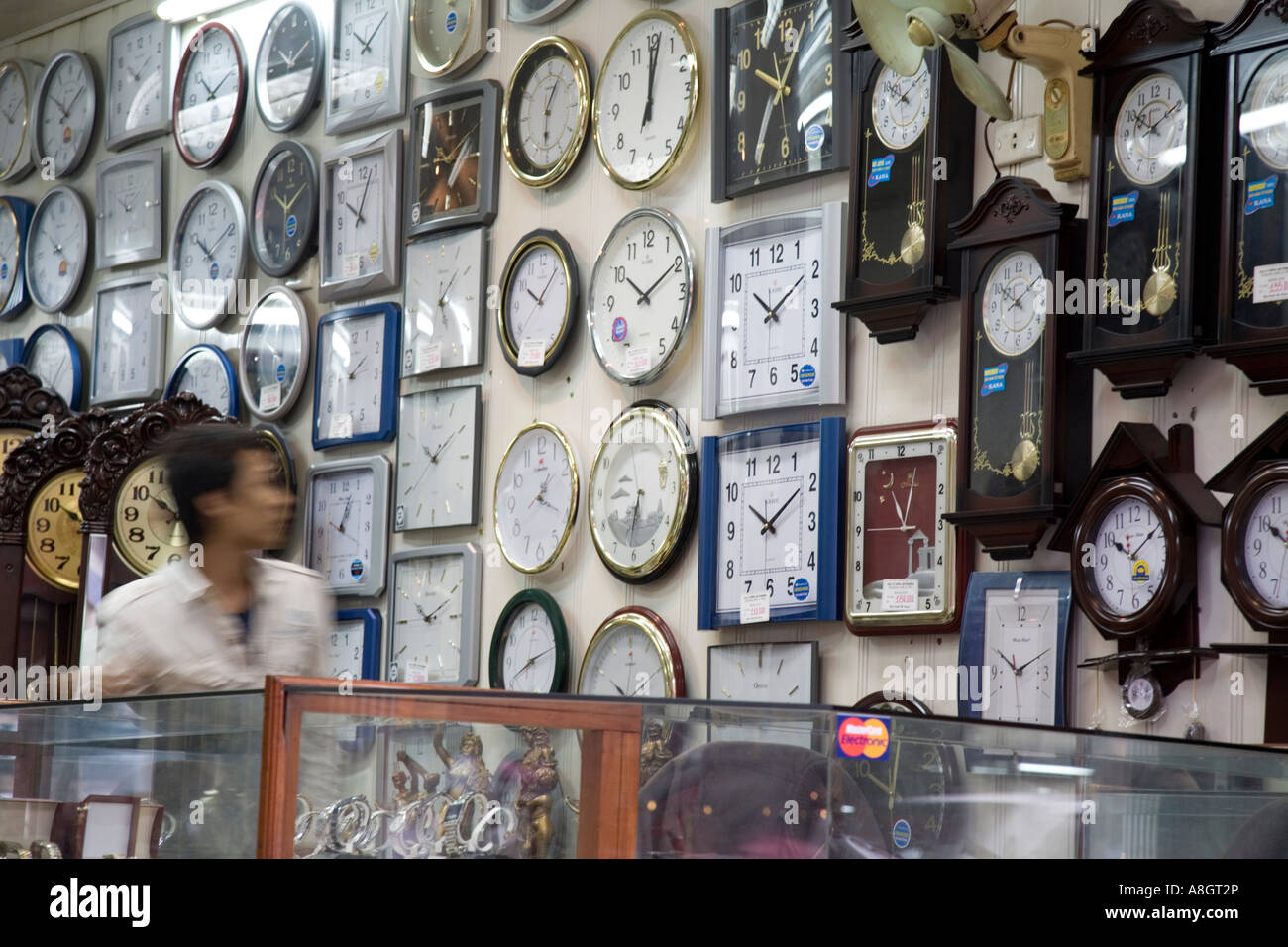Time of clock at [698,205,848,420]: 10:09
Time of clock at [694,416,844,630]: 10:09
